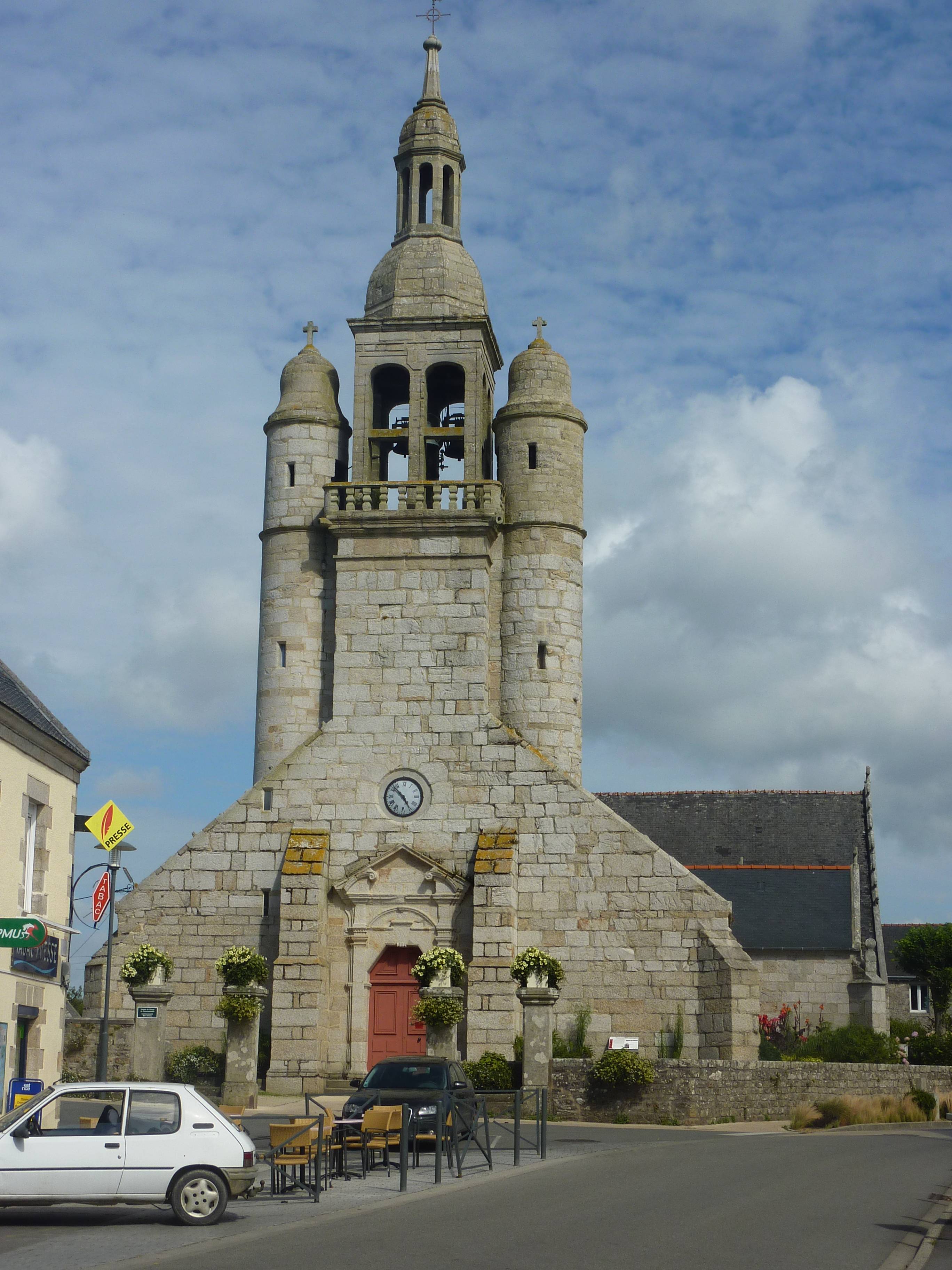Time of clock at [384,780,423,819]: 4:52
